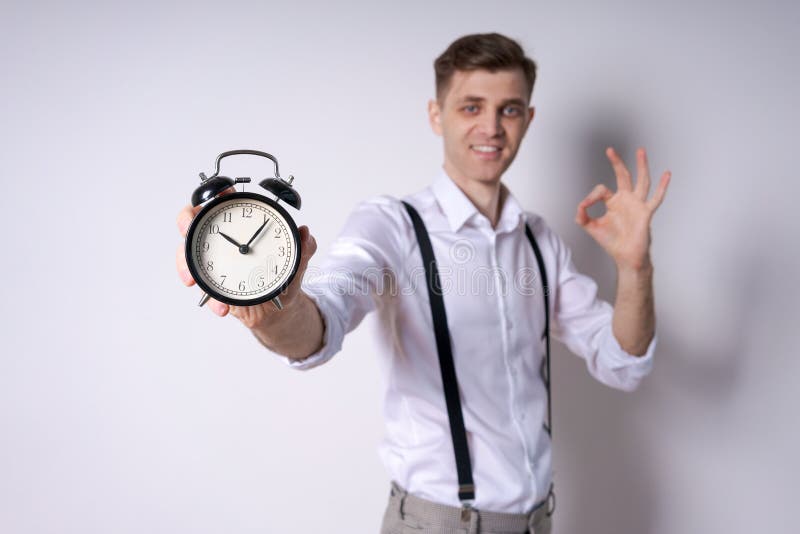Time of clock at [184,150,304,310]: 10:06
